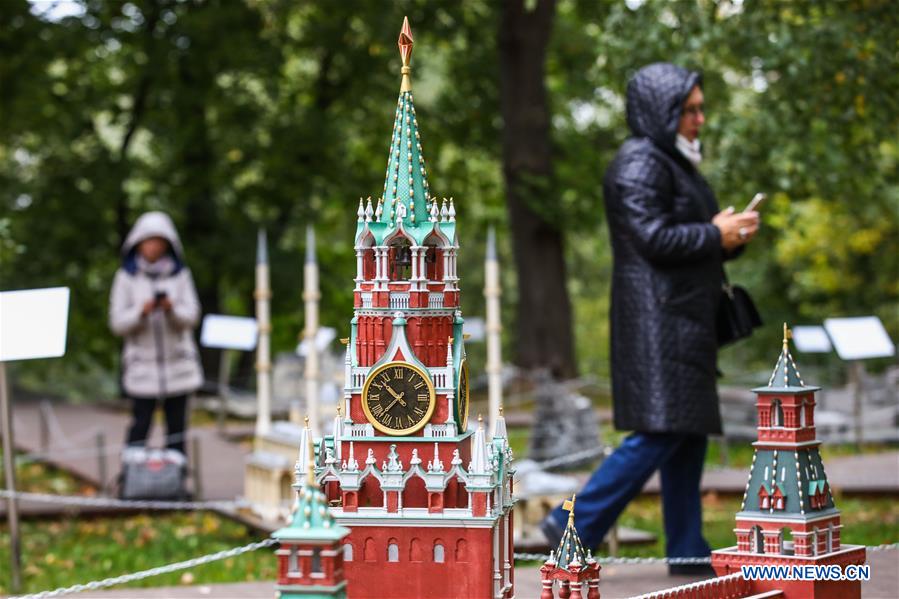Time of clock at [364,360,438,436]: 10:37
